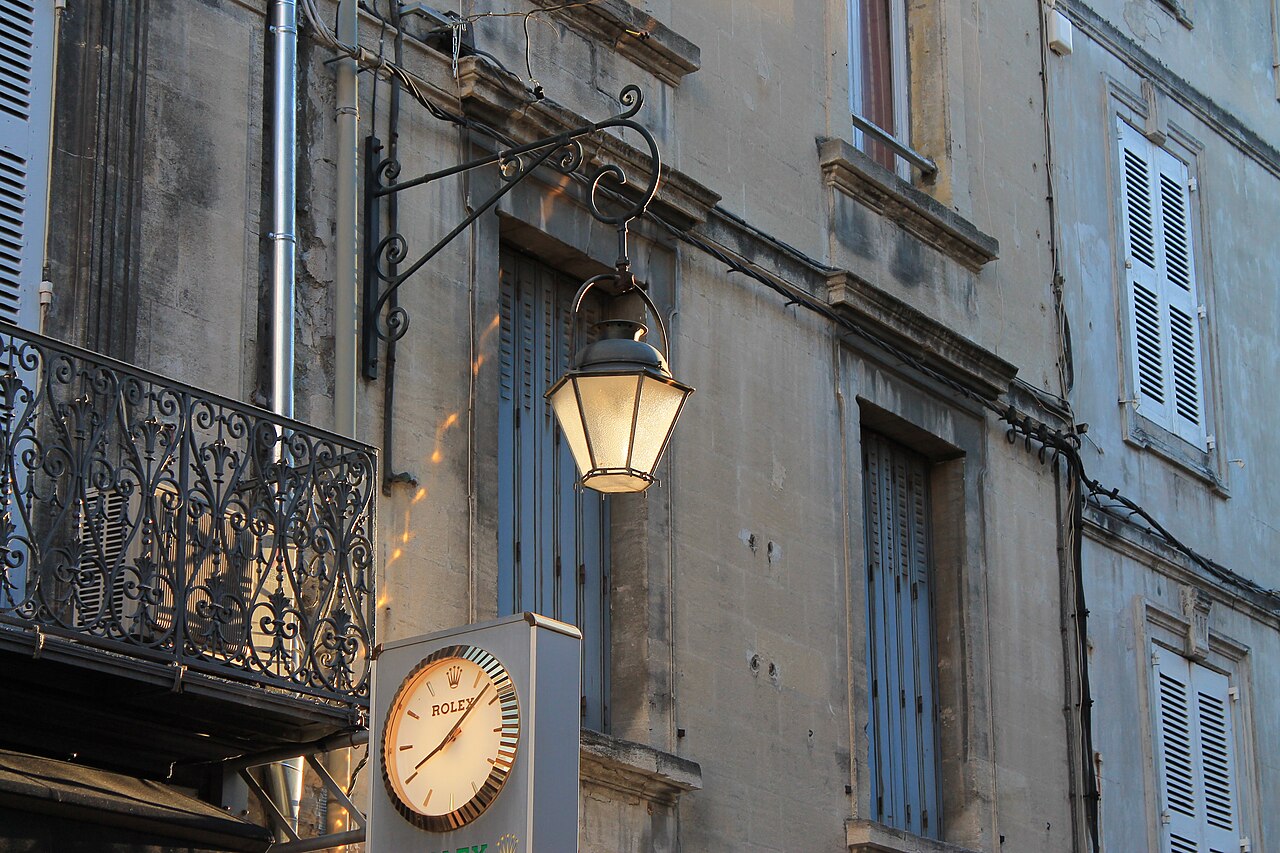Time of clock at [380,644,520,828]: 8:07
